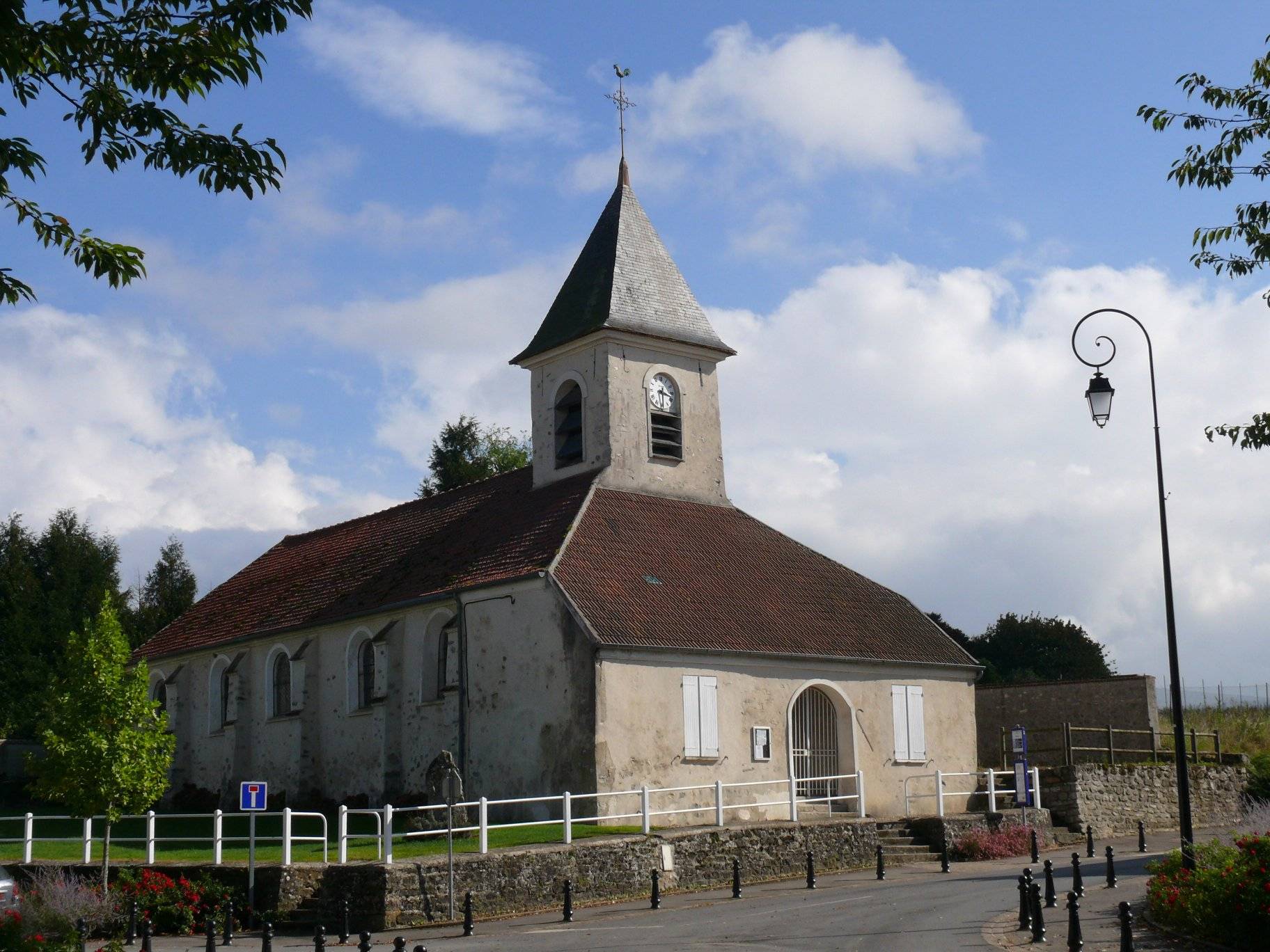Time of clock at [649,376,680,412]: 3:29
